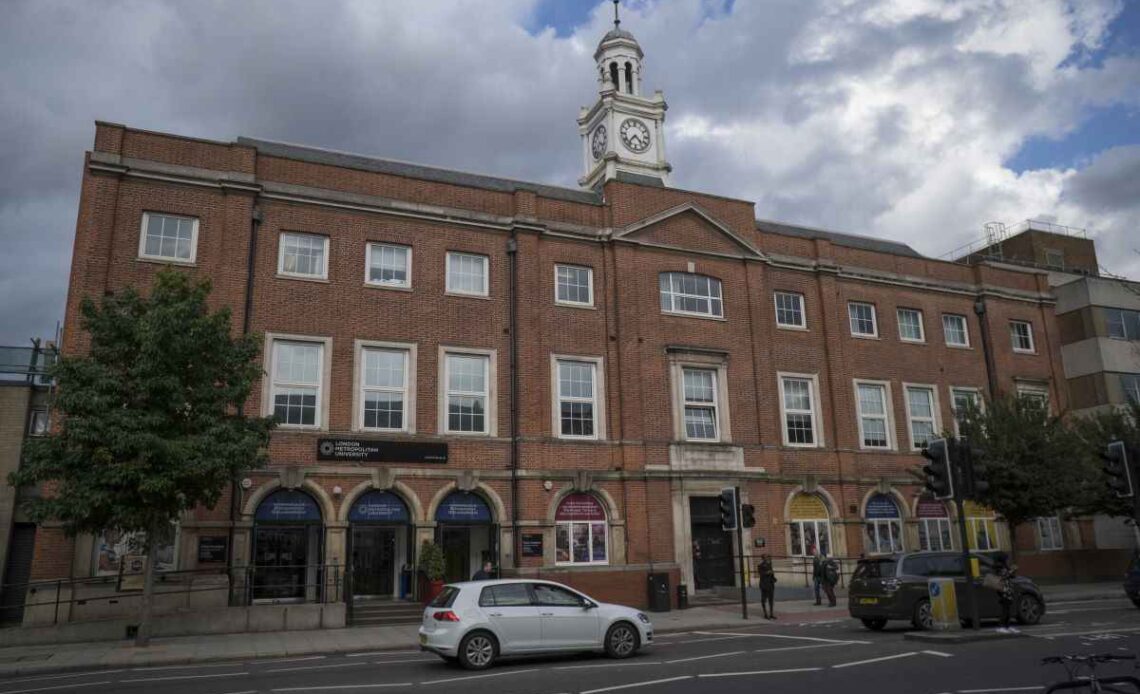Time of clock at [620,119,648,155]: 4:36
